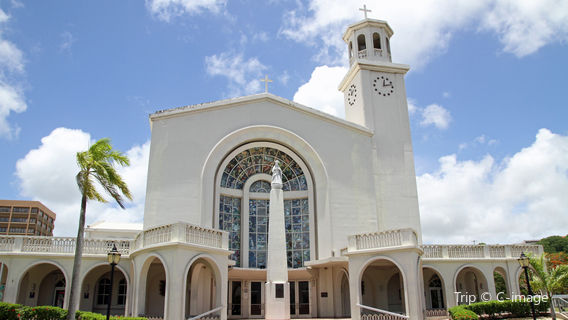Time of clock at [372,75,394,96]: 12:12
